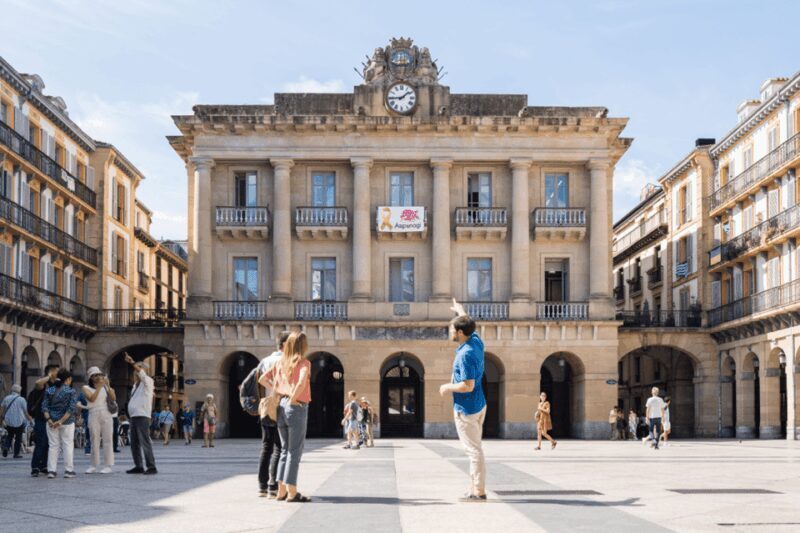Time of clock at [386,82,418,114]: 1:44
